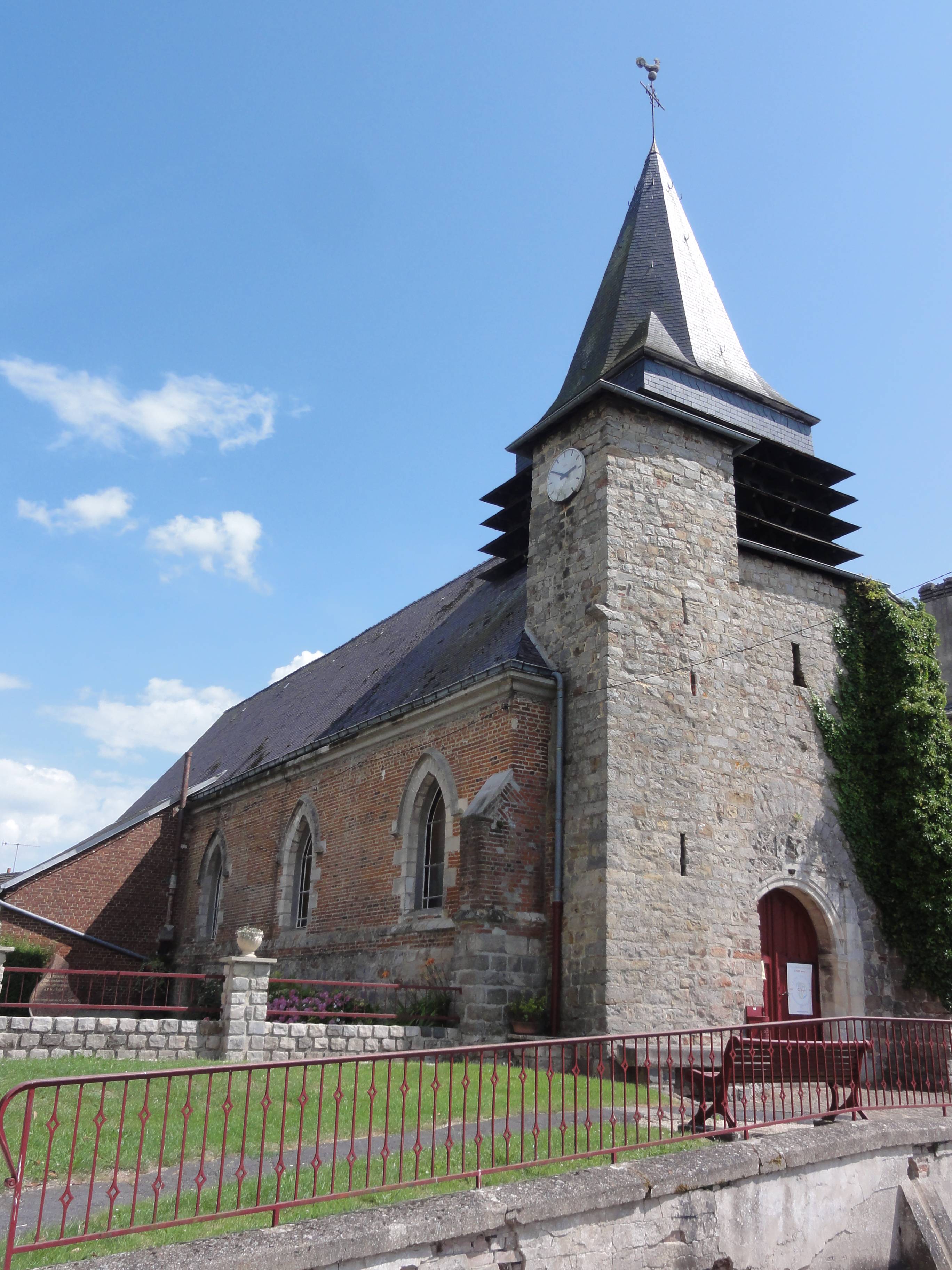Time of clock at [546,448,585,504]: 2:50
